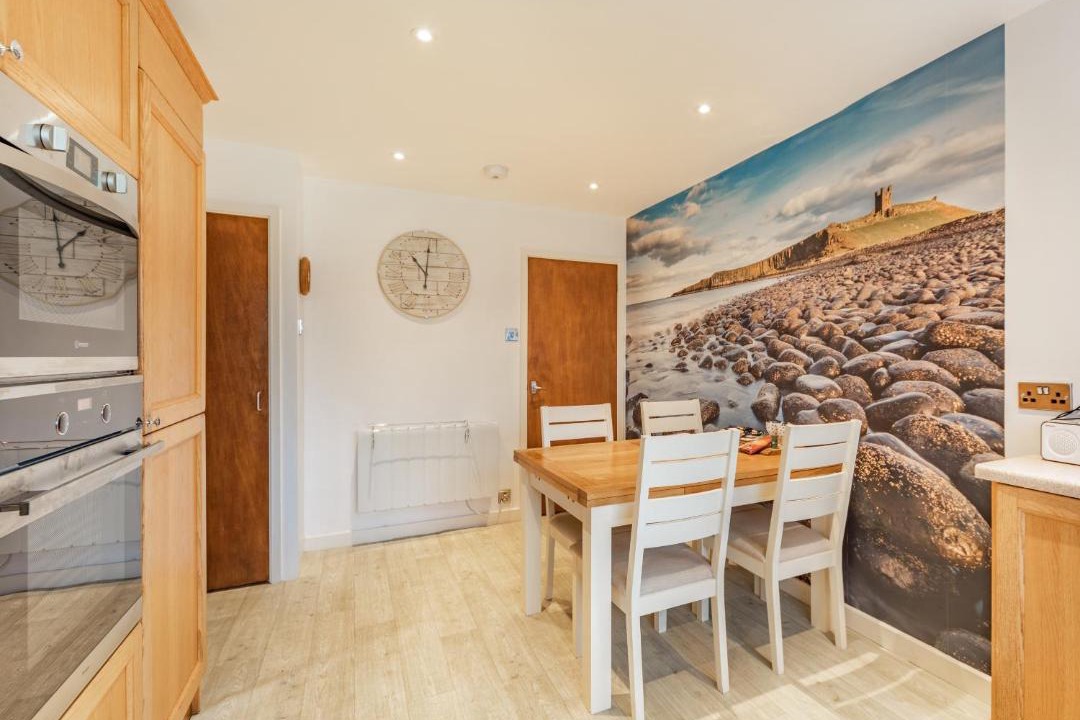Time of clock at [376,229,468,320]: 10:00
